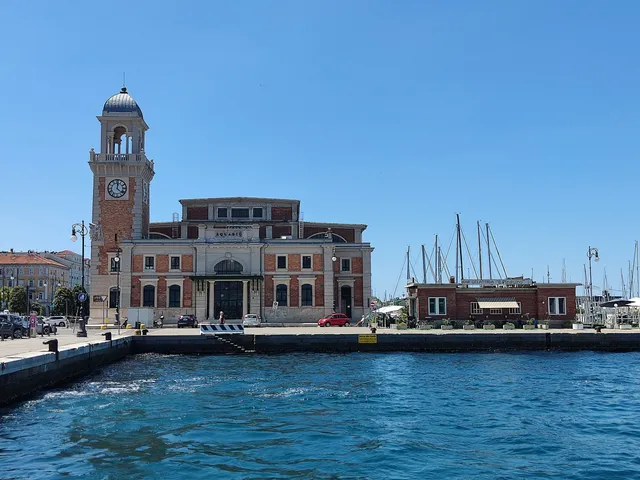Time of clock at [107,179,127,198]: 12:22
